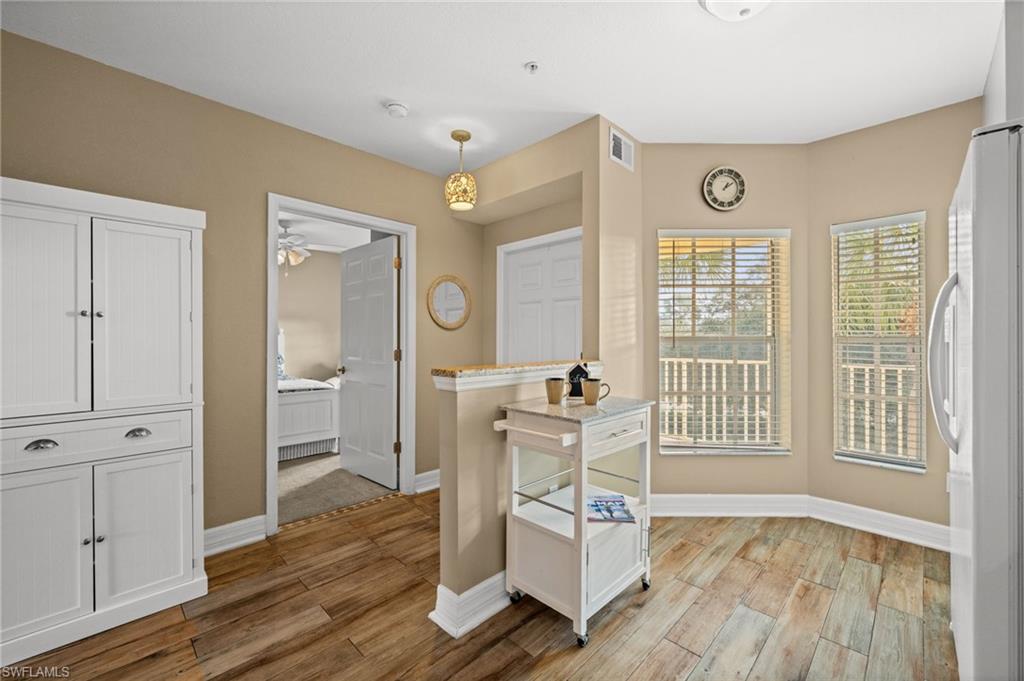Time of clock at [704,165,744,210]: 1:09
